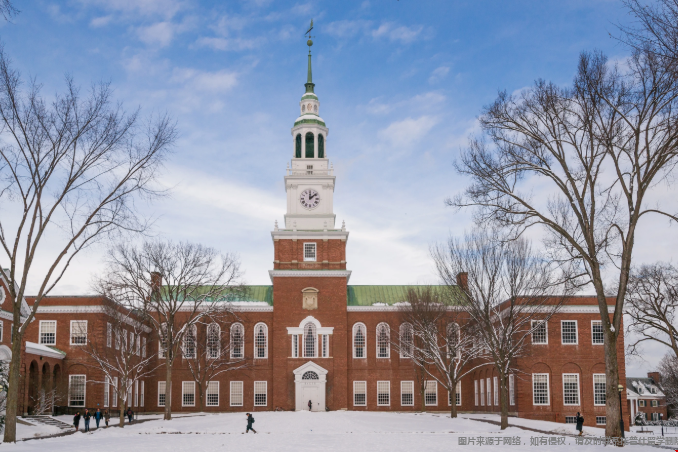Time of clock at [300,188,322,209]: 12:08
